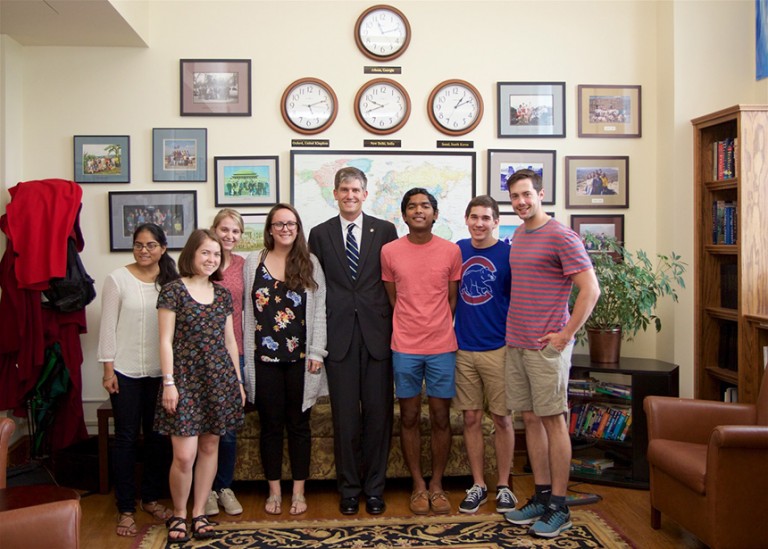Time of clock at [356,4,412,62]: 11:12
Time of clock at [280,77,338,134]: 5:11
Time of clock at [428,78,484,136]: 1:10
